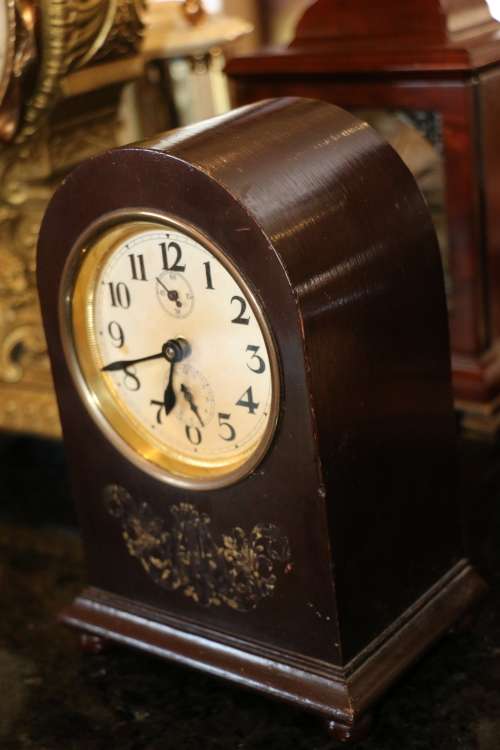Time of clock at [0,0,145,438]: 6:41
